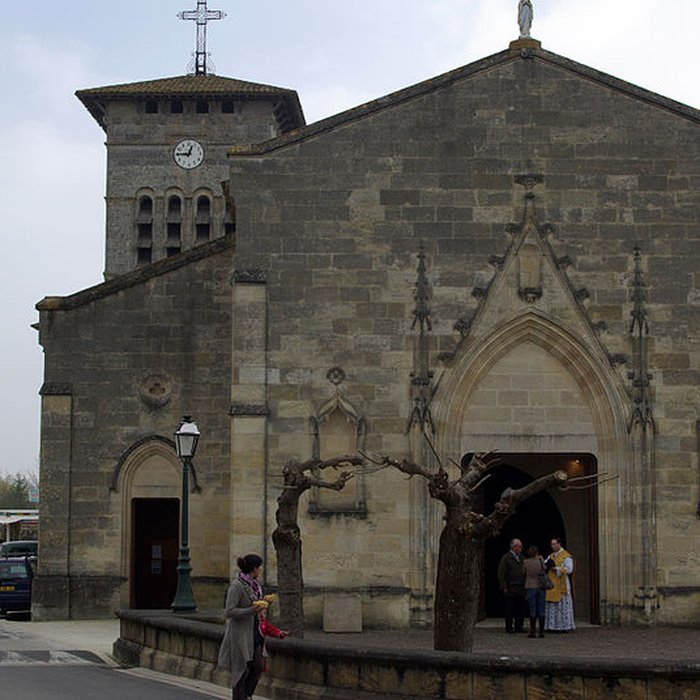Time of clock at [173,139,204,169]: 12:45
